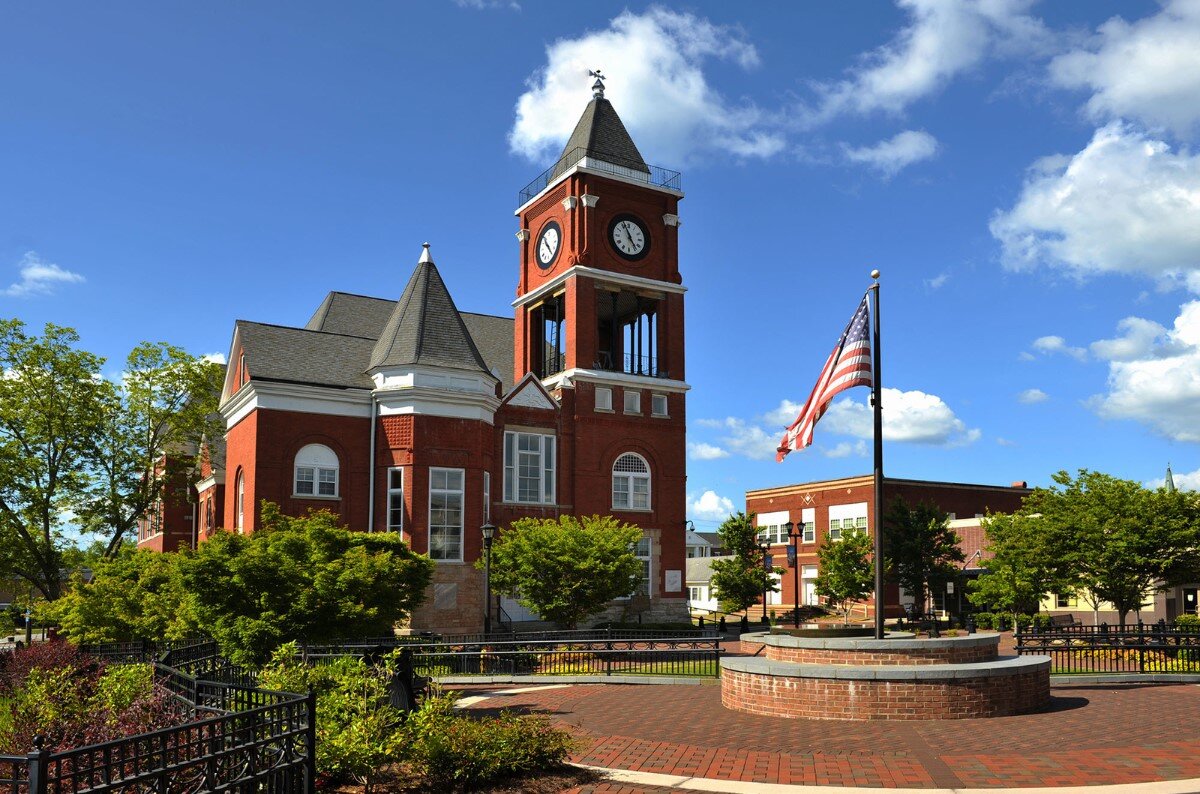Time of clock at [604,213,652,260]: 4:56
